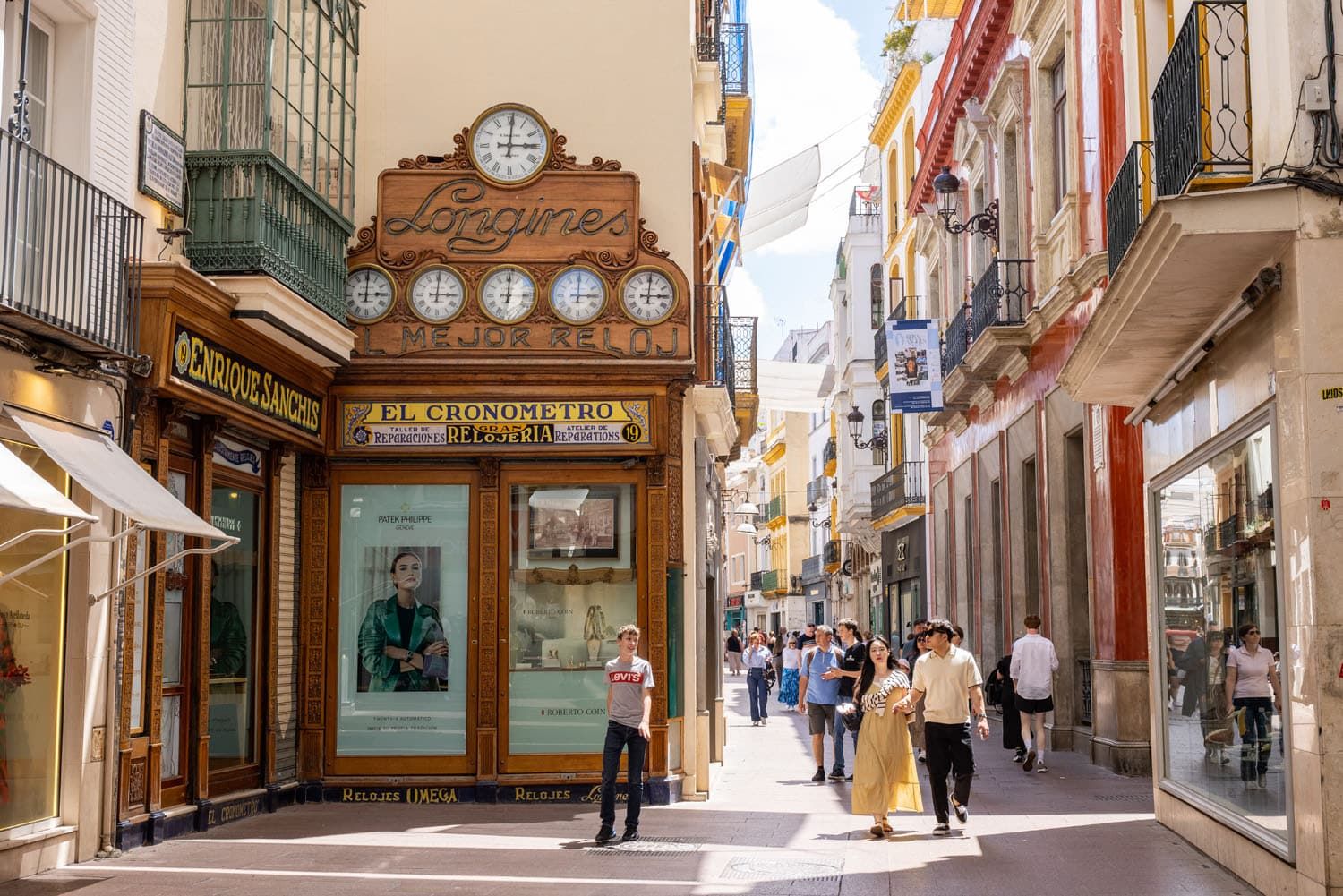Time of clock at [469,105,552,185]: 3:00
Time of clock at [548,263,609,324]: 3:00
